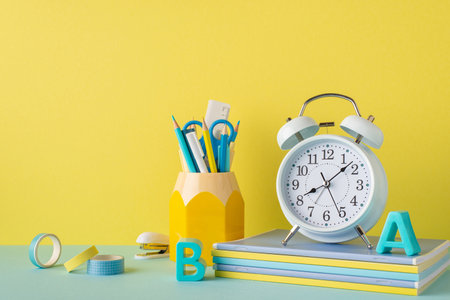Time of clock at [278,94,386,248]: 8:07
